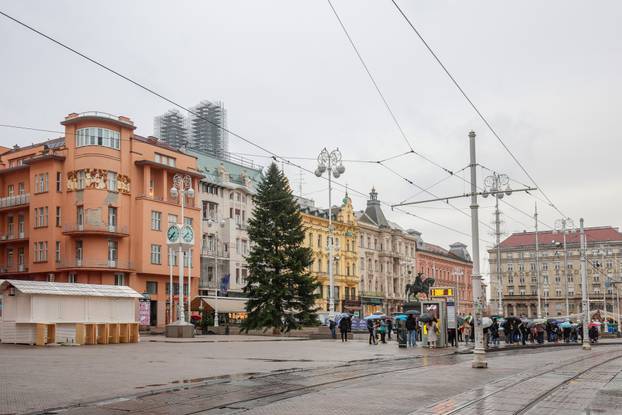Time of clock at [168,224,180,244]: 7:37
